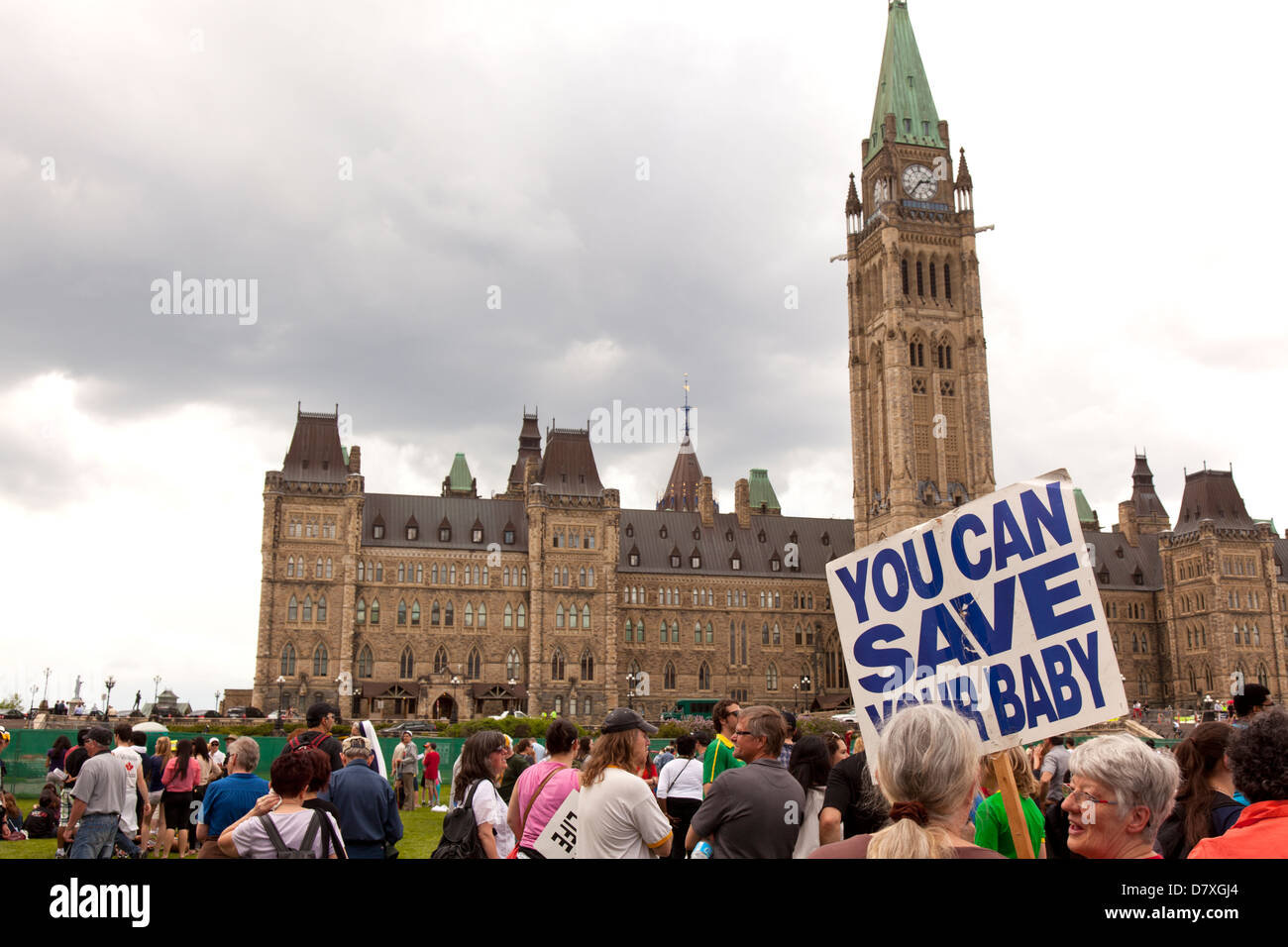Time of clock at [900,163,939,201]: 2:36
